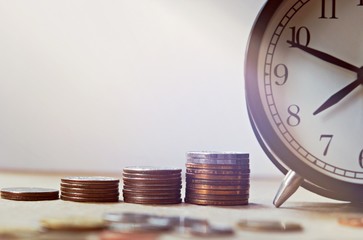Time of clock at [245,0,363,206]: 7:48
